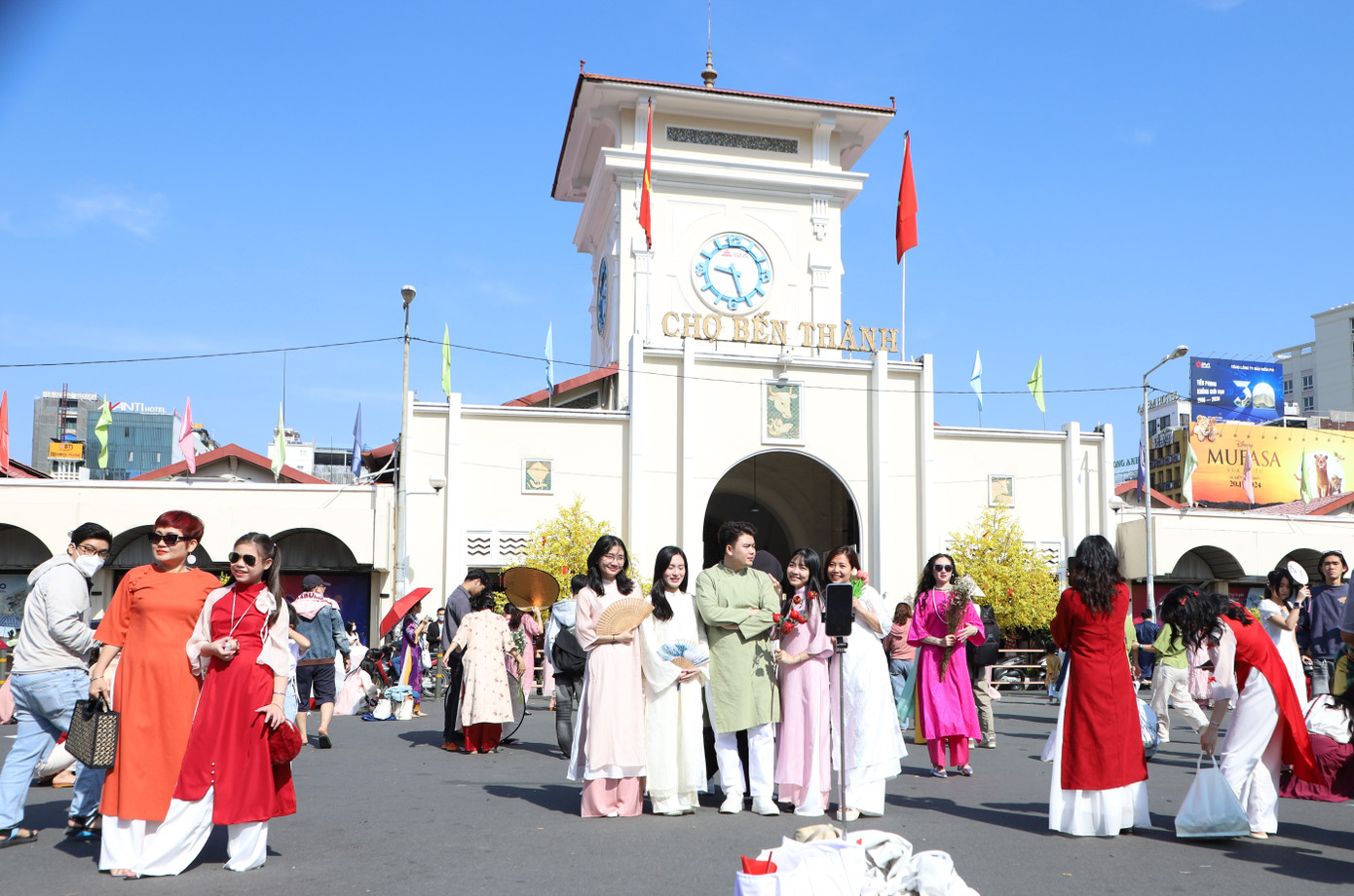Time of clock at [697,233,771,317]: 9:27
